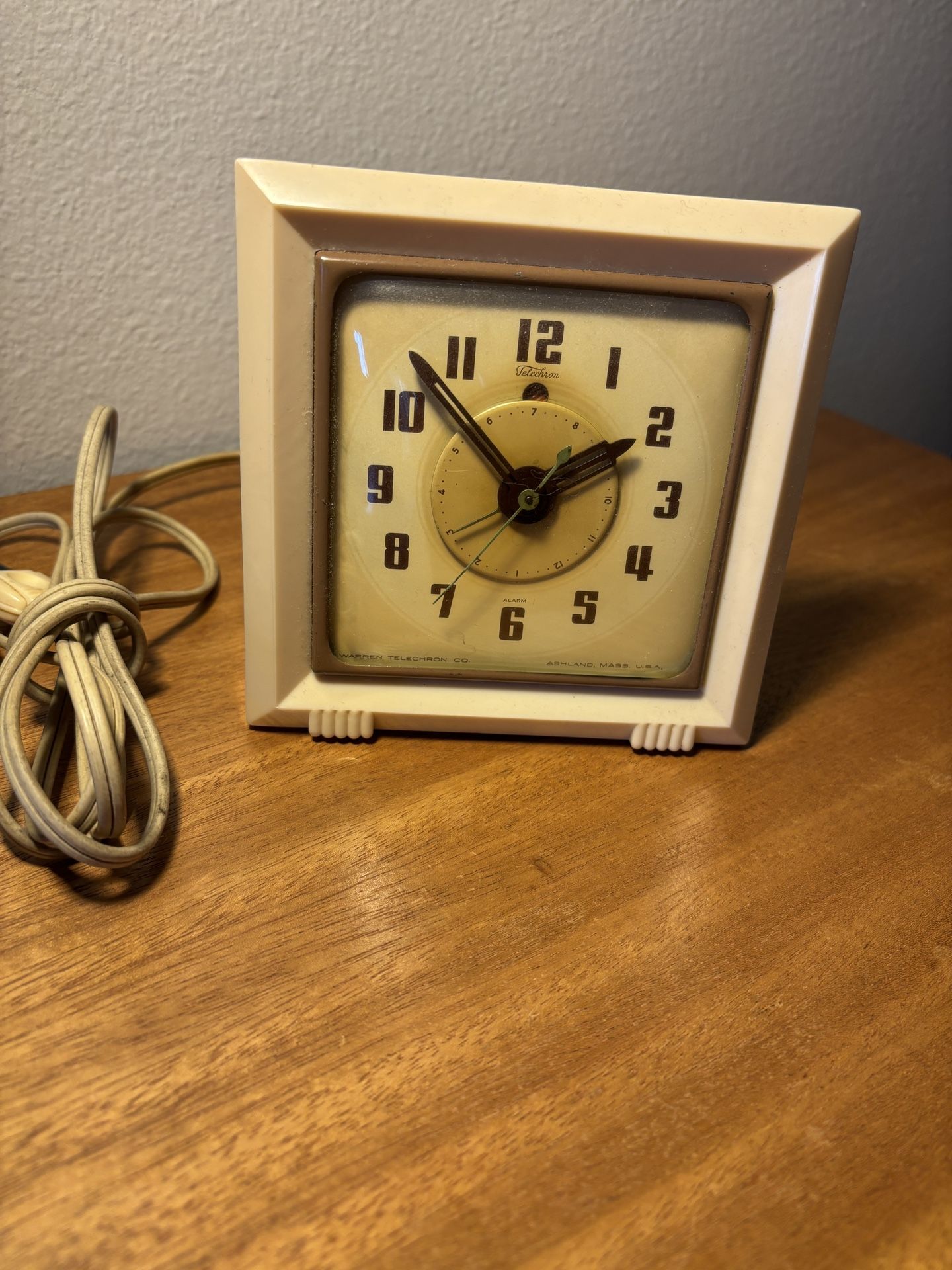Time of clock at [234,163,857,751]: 1:52
